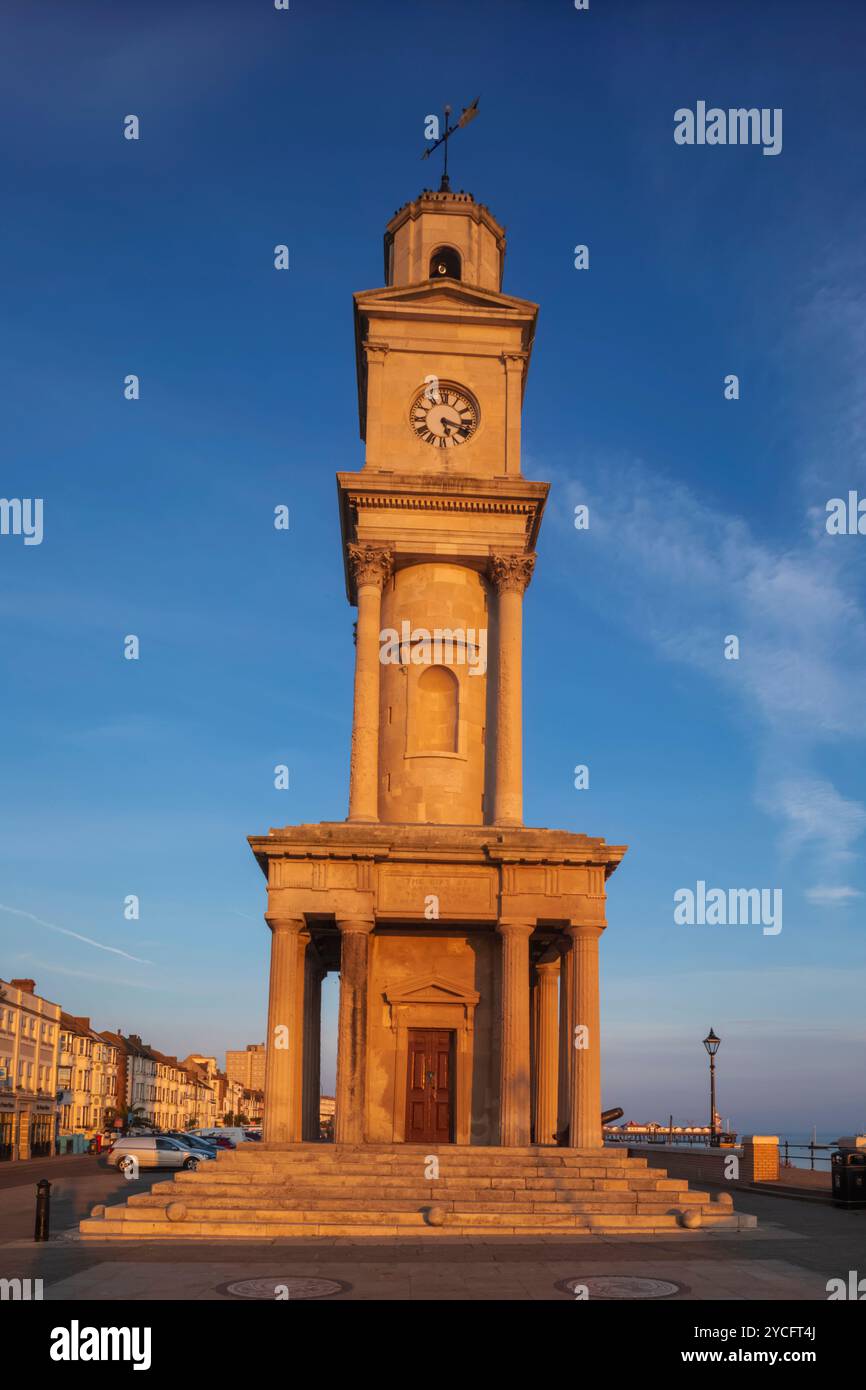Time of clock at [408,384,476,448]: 5:18
